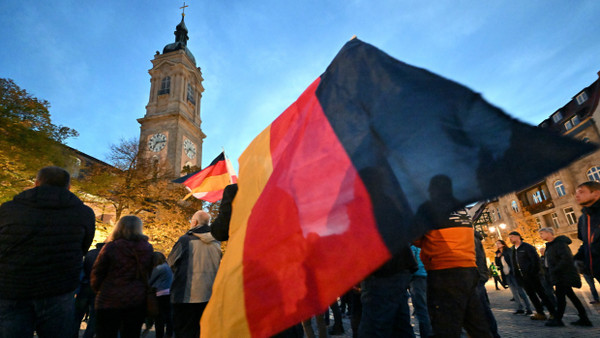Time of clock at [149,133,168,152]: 7:15
